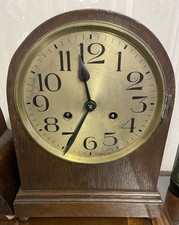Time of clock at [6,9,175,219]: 11:34
